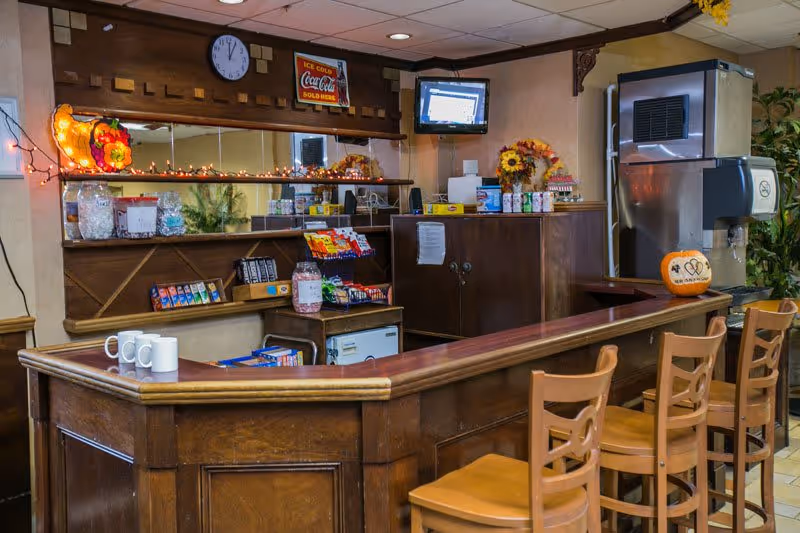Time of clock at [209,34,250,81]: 12:04
